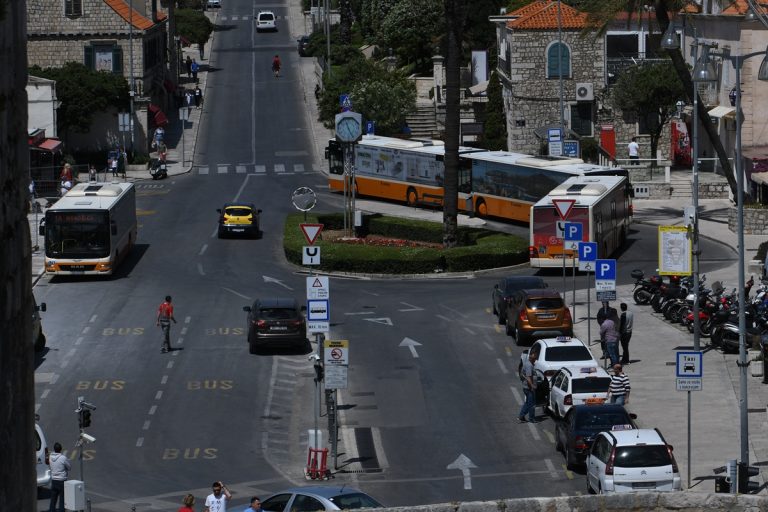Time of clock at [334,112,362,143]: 11:25
